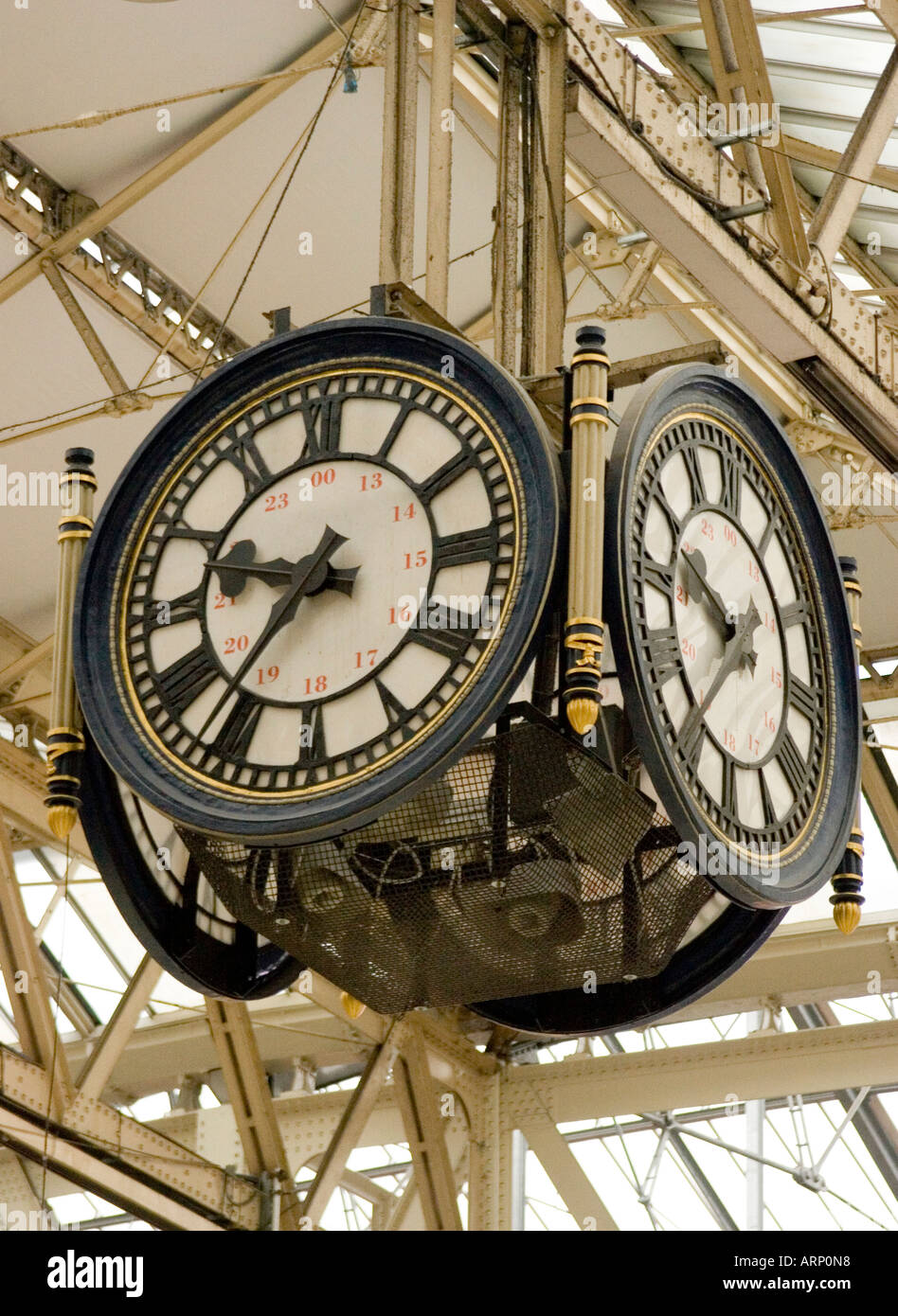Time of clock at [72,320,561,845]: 9:36
